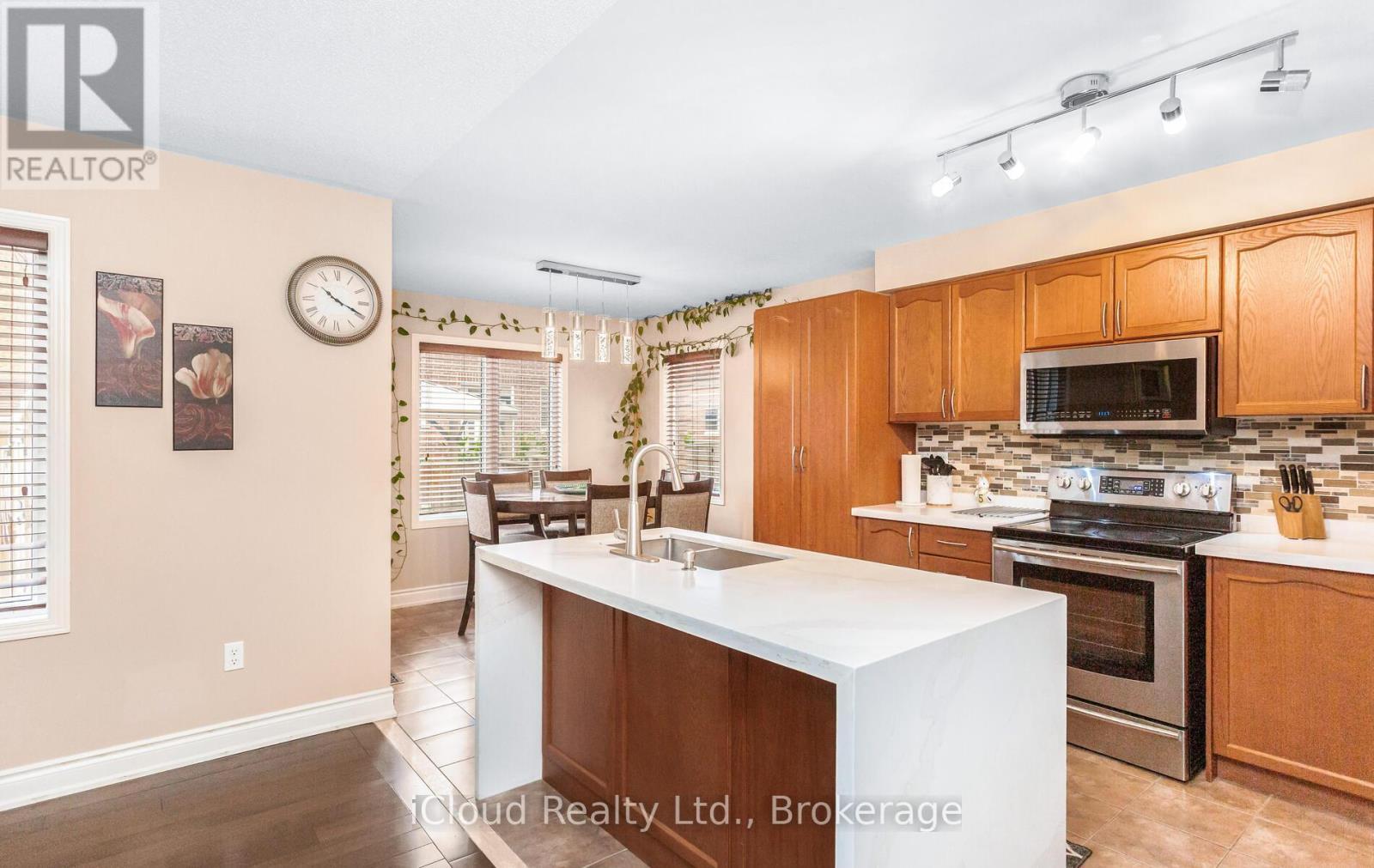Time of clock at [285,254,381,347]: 10:19
